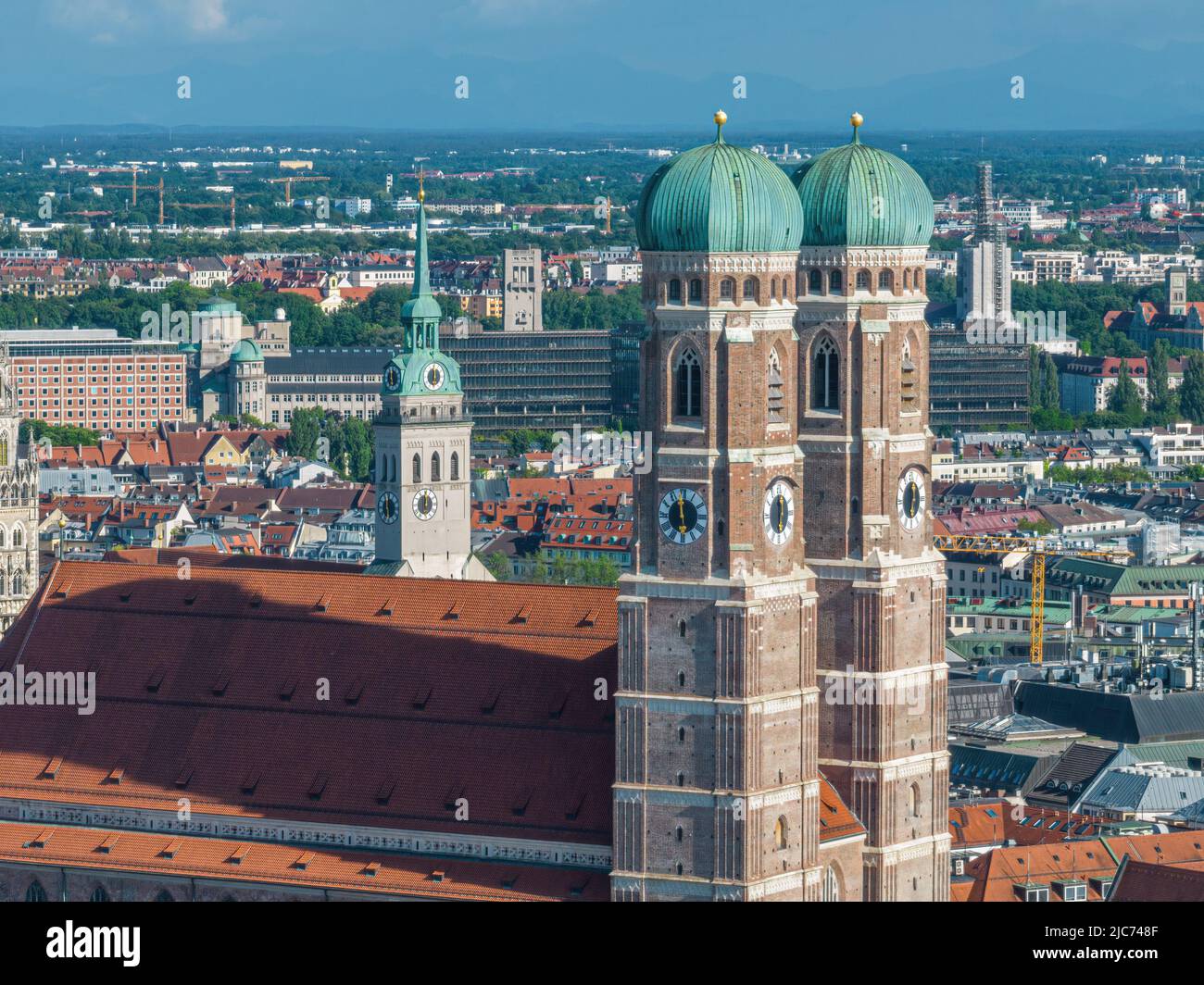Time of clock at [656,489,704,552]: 11:58
